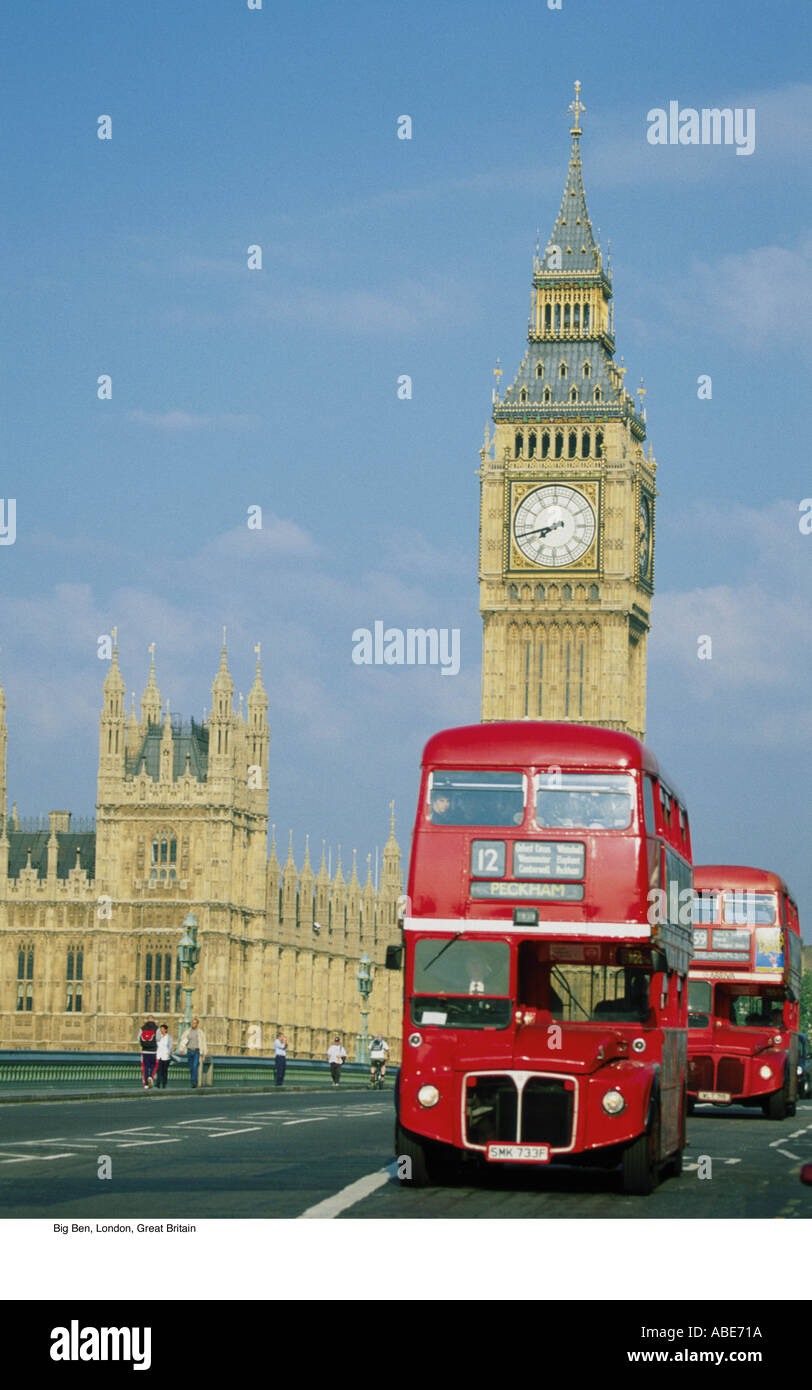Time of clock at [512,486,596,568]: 7:42
